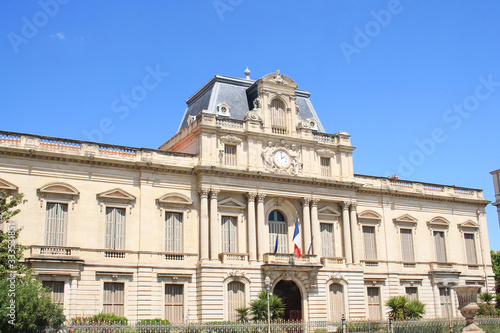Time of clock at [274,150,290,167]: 1:59
